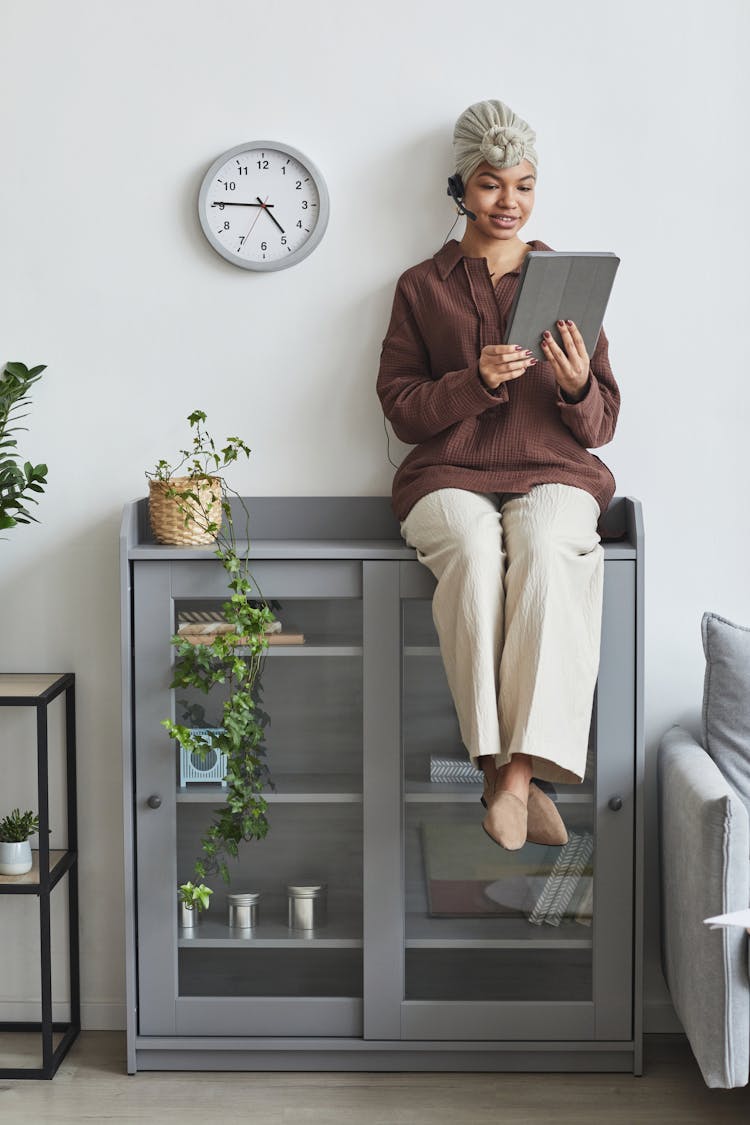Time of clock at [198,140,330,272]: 4:45
